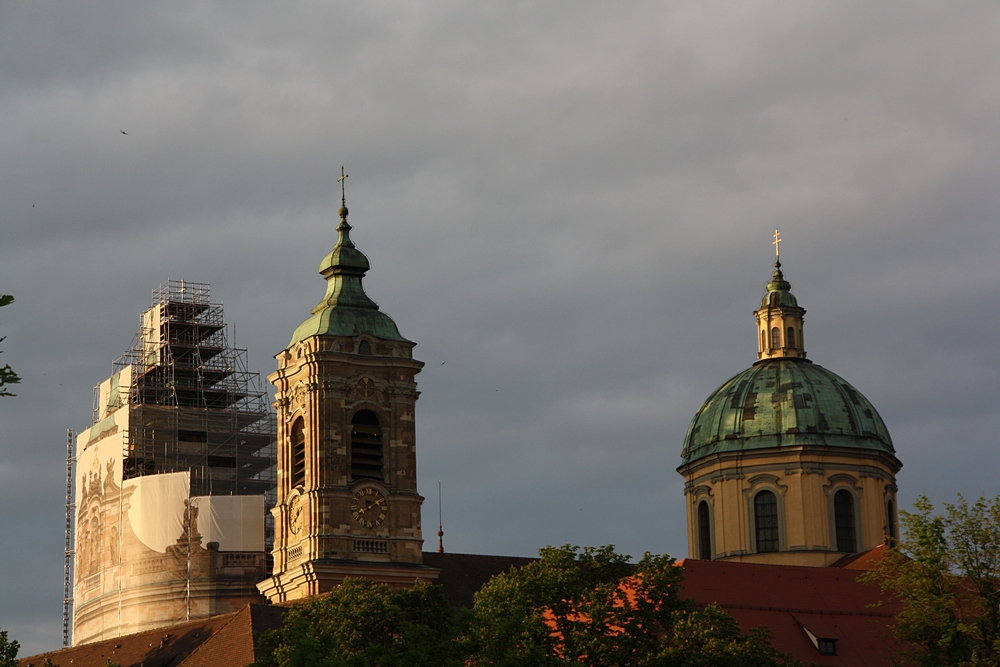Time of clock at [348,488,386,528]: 8:09
